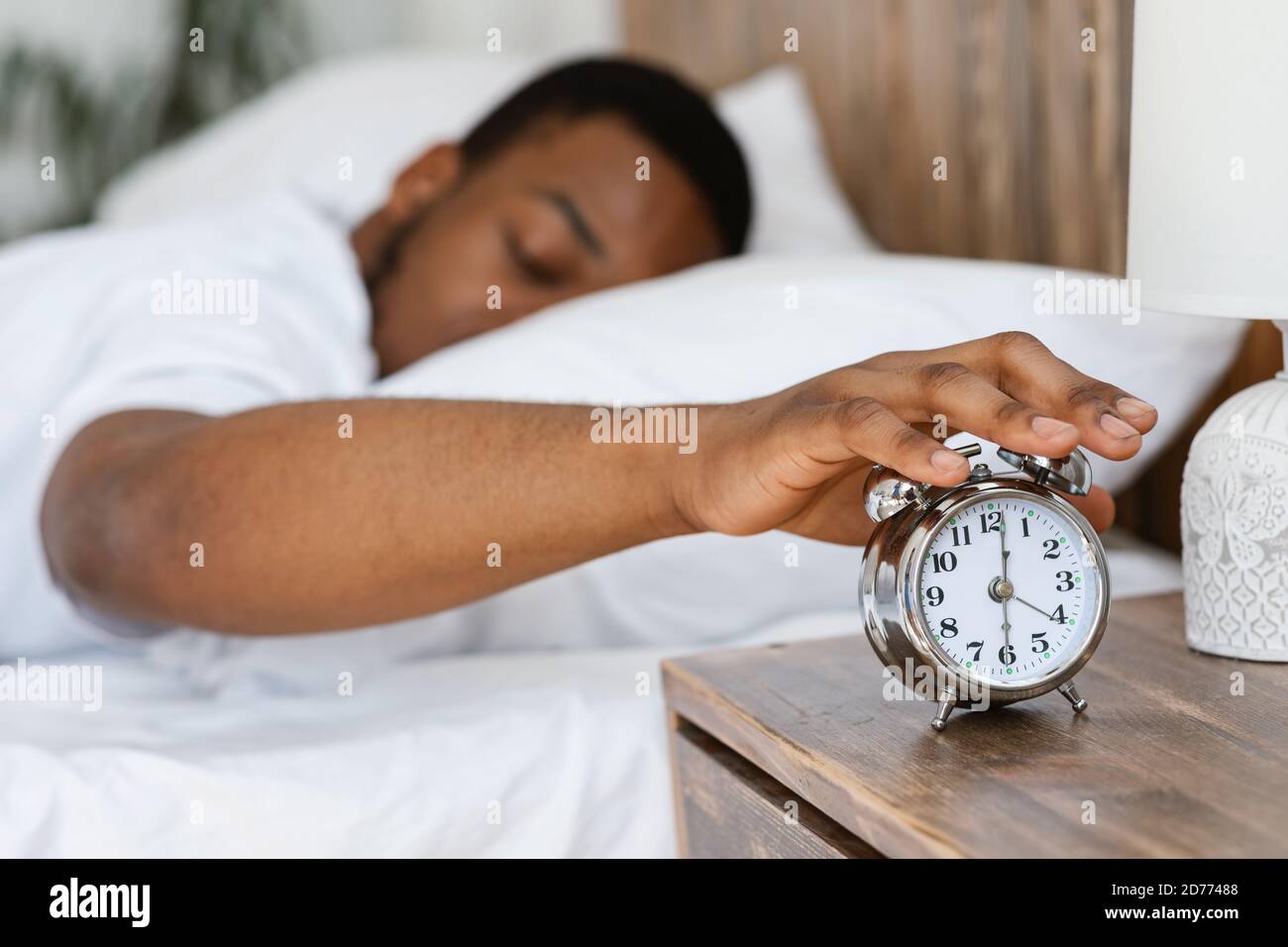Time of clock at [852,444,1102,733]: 4:01
